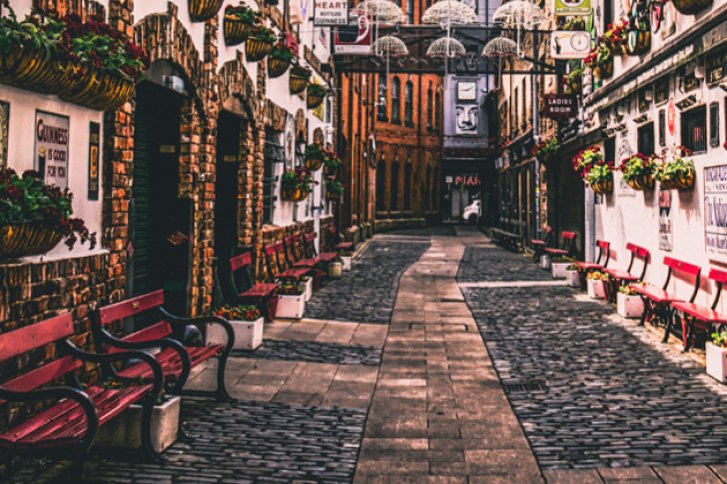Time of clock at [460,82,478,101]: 9:10
